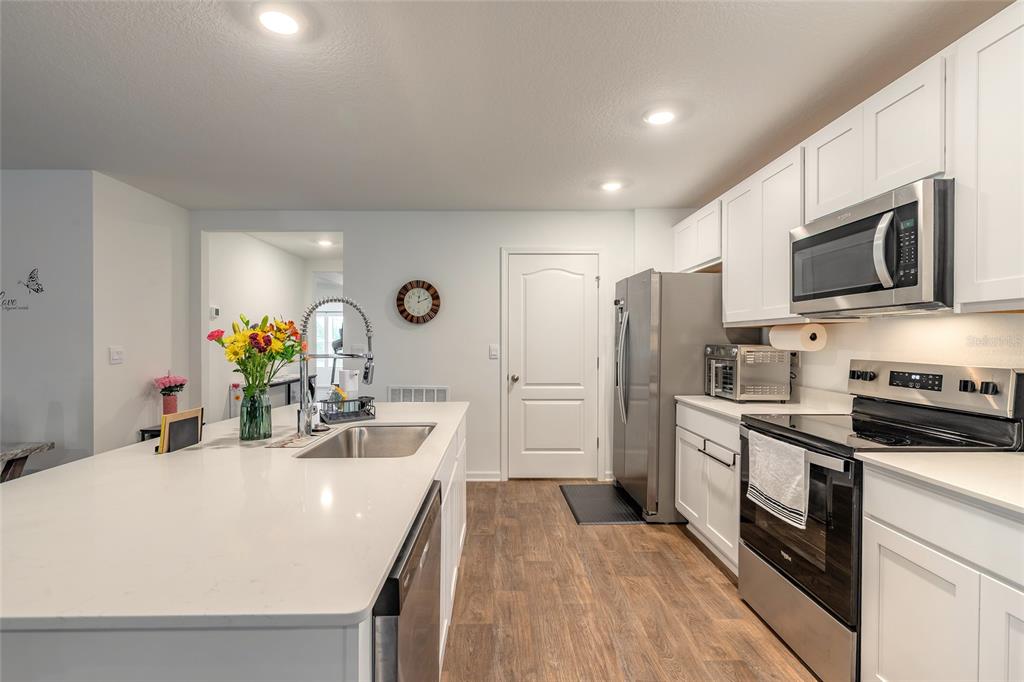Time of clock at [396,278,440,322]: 2:01
